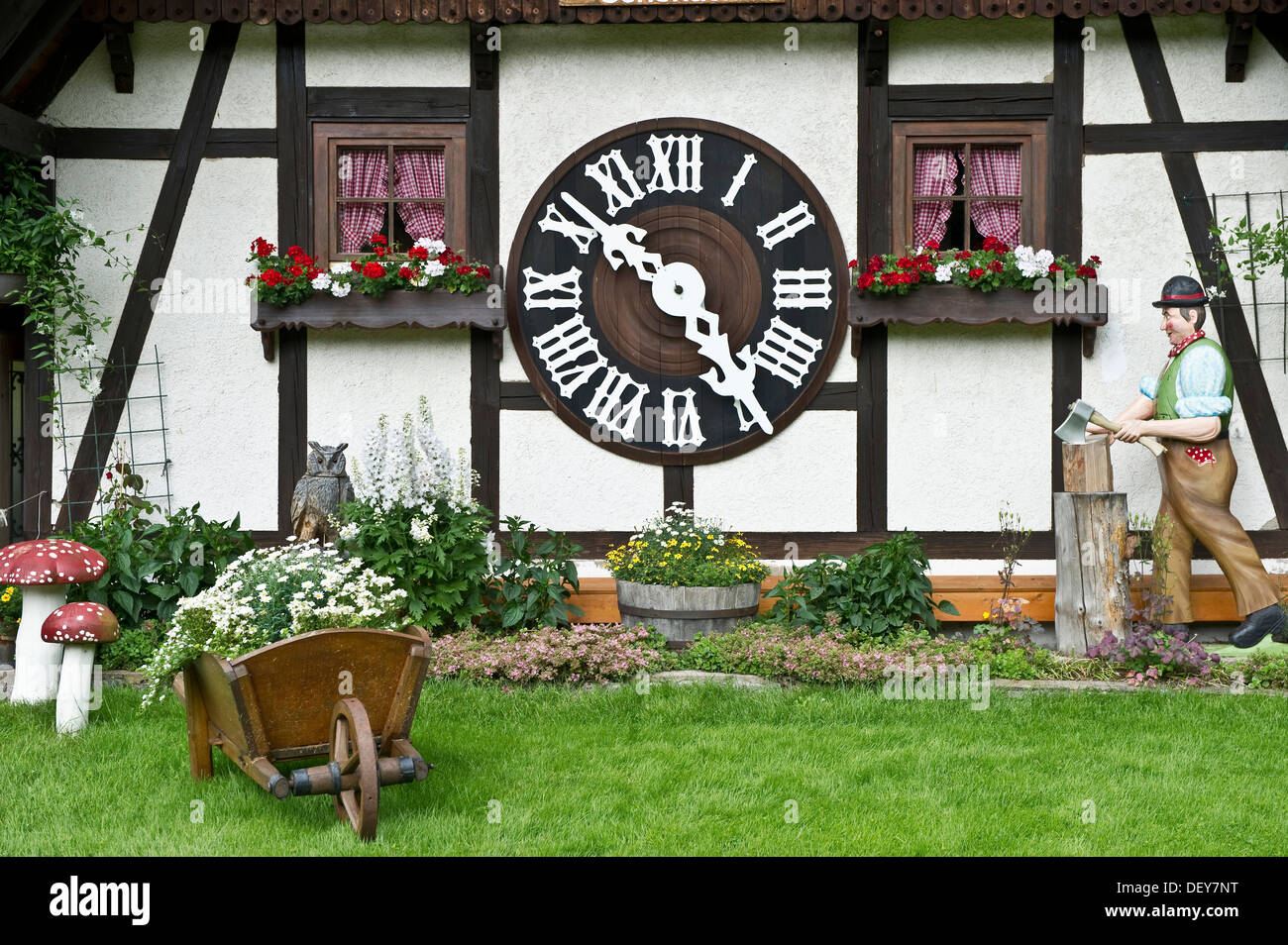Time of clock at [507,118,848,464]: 4:51
